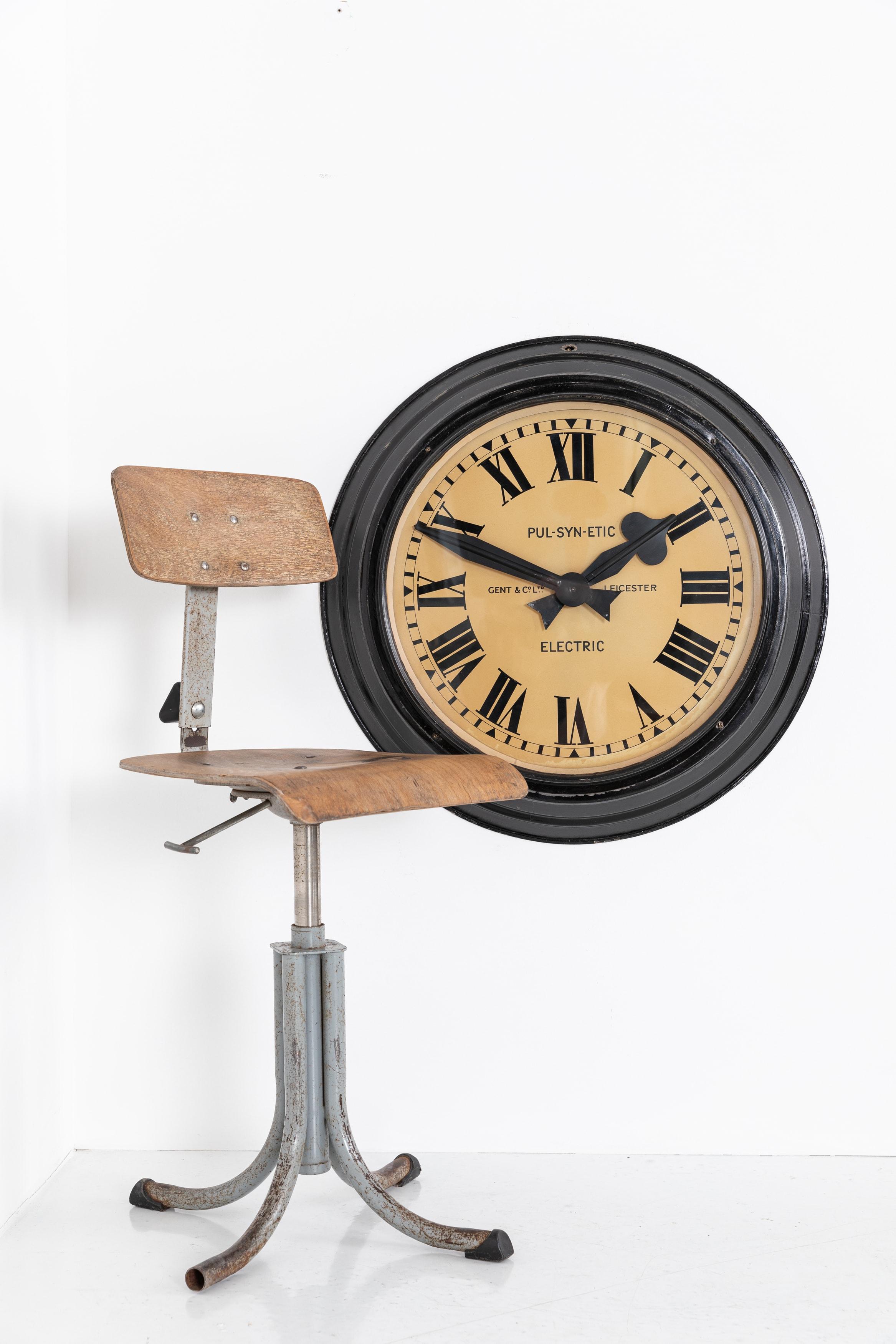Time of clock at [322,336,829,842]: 1:48
